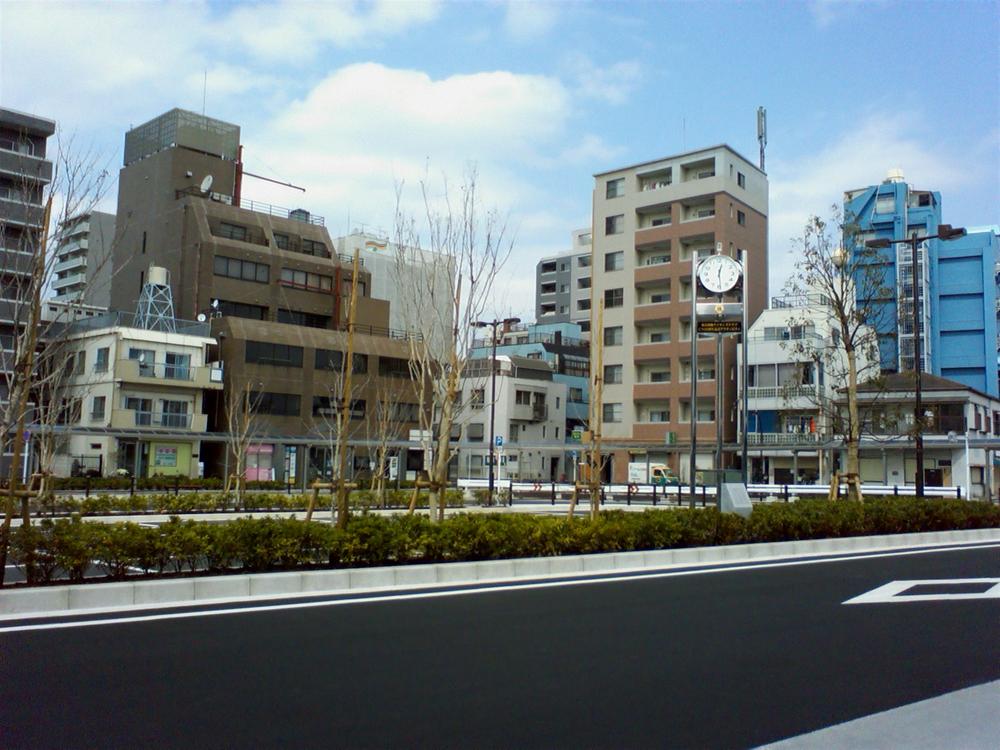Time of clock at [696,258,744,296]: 12:29
